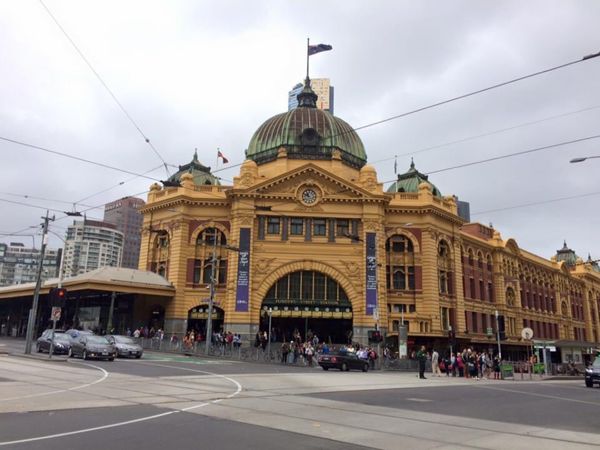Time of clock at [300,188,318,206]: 10:48
